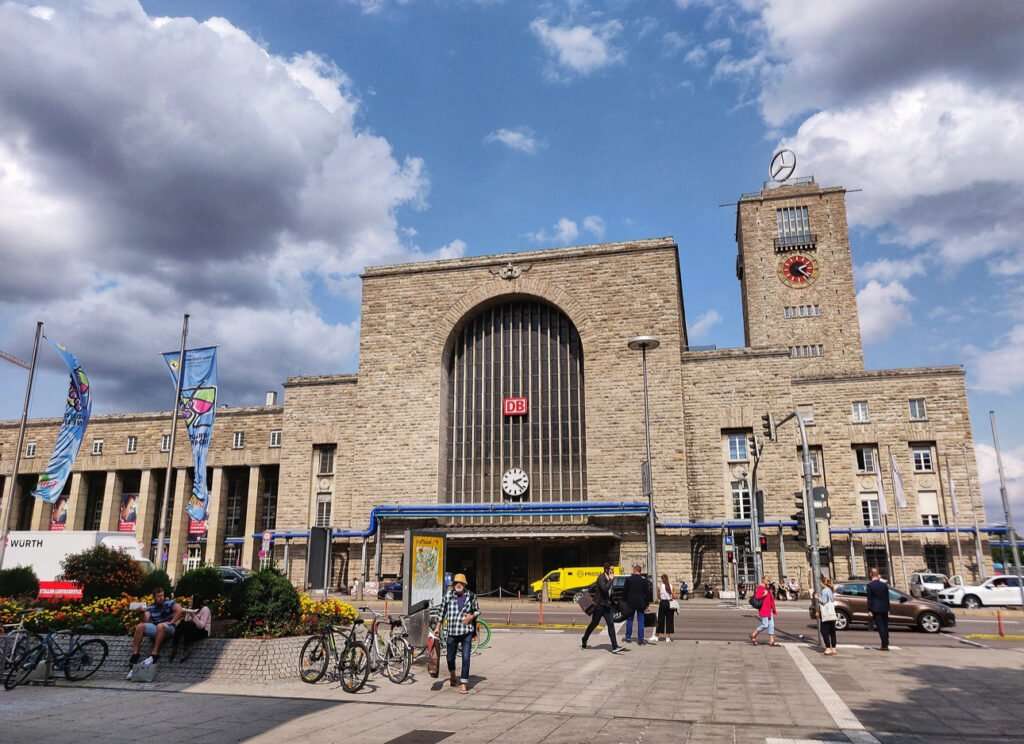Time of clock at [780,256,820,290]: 2:21
